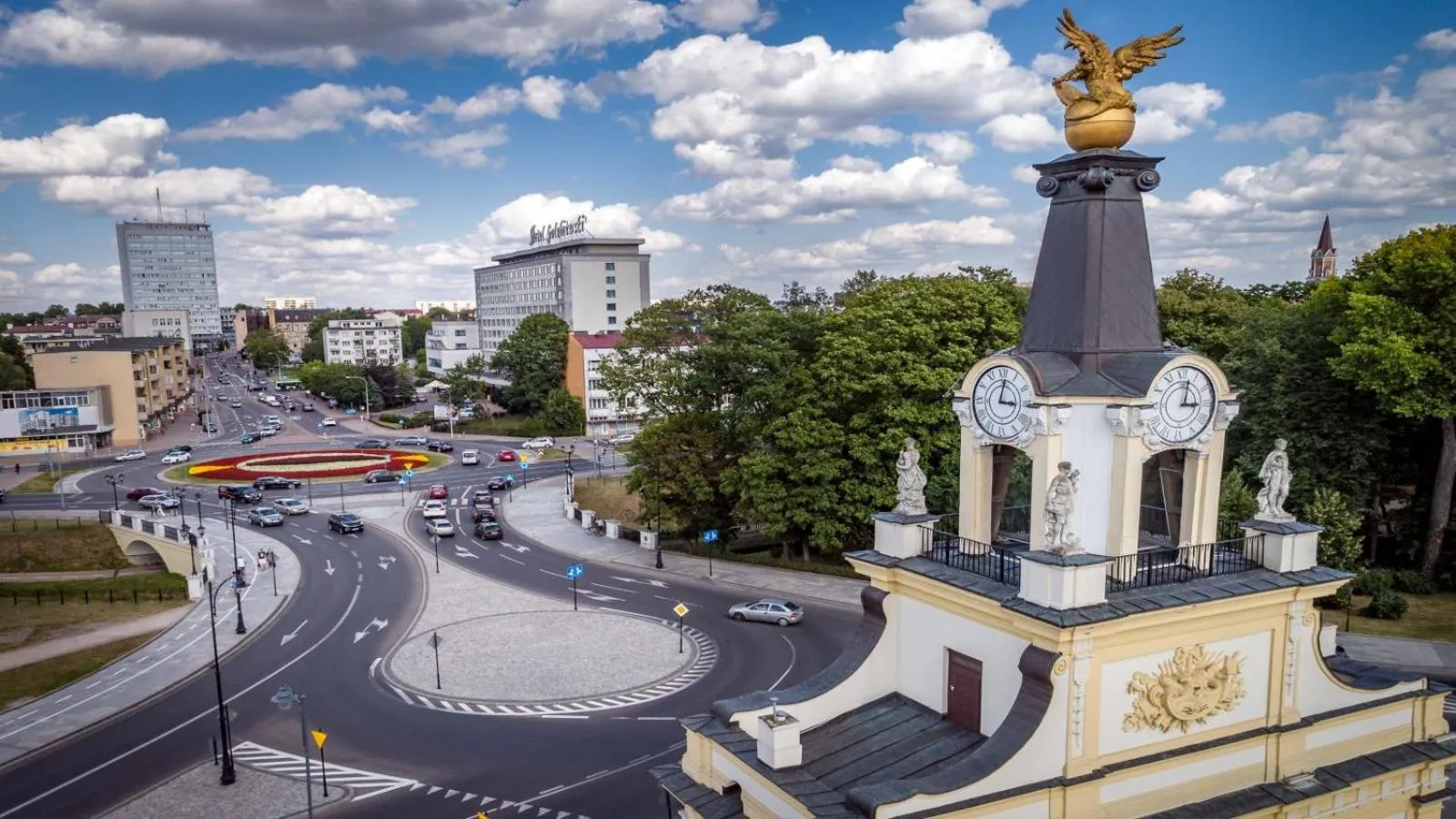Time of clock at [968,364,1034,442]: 3:01
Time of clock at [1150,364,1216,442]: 3:02
